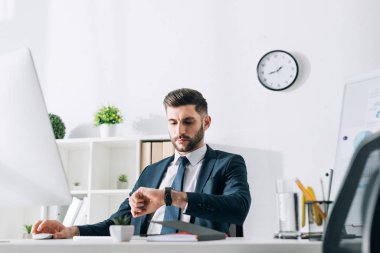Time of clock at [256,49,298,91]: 1:42
